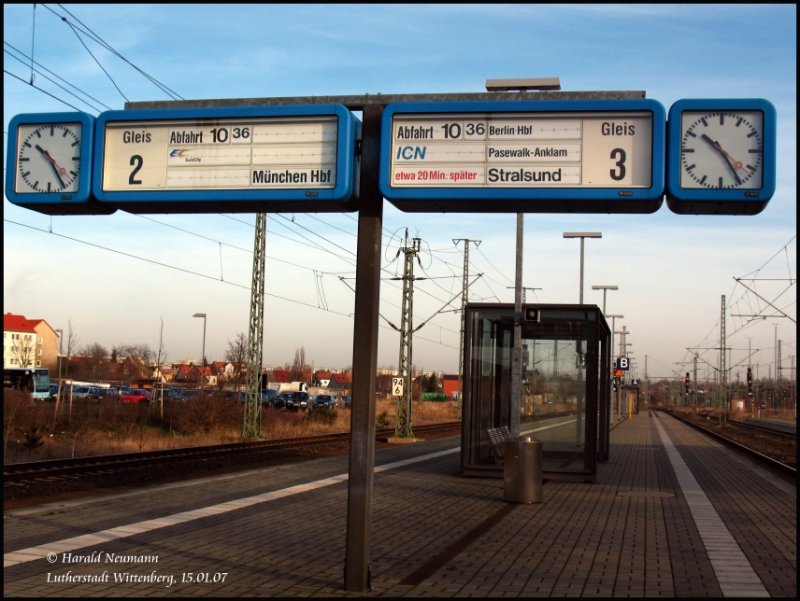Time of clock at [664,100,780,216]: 10:24
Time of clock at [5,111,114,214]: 10:24
